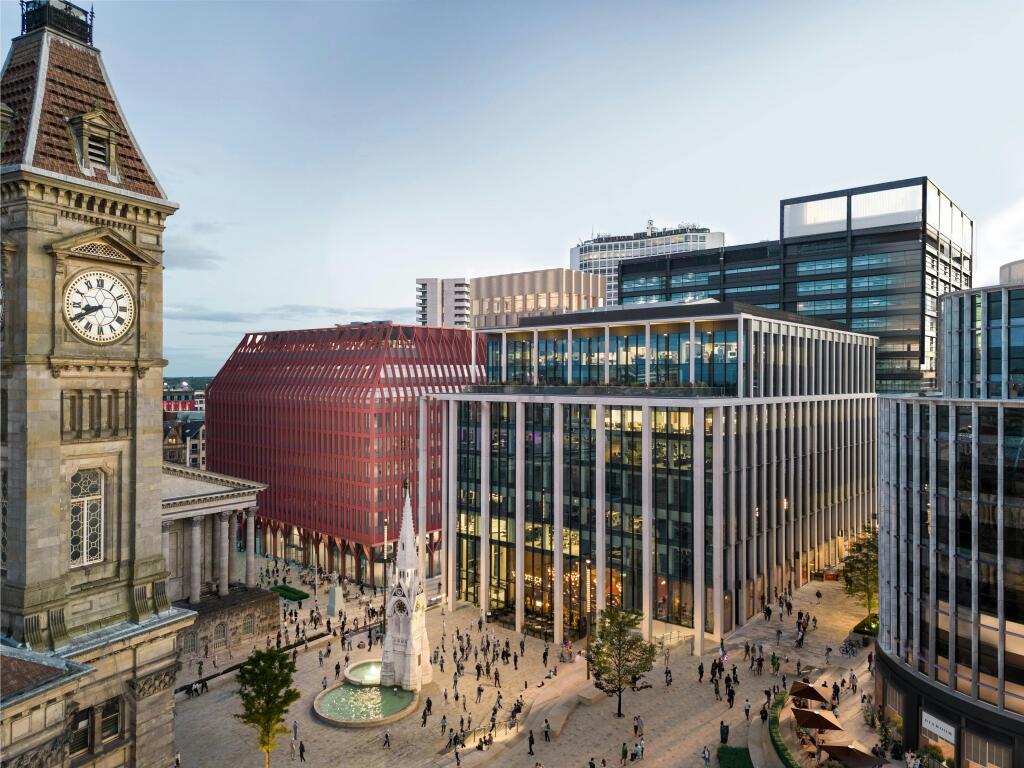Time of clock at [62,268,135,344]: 8:40
